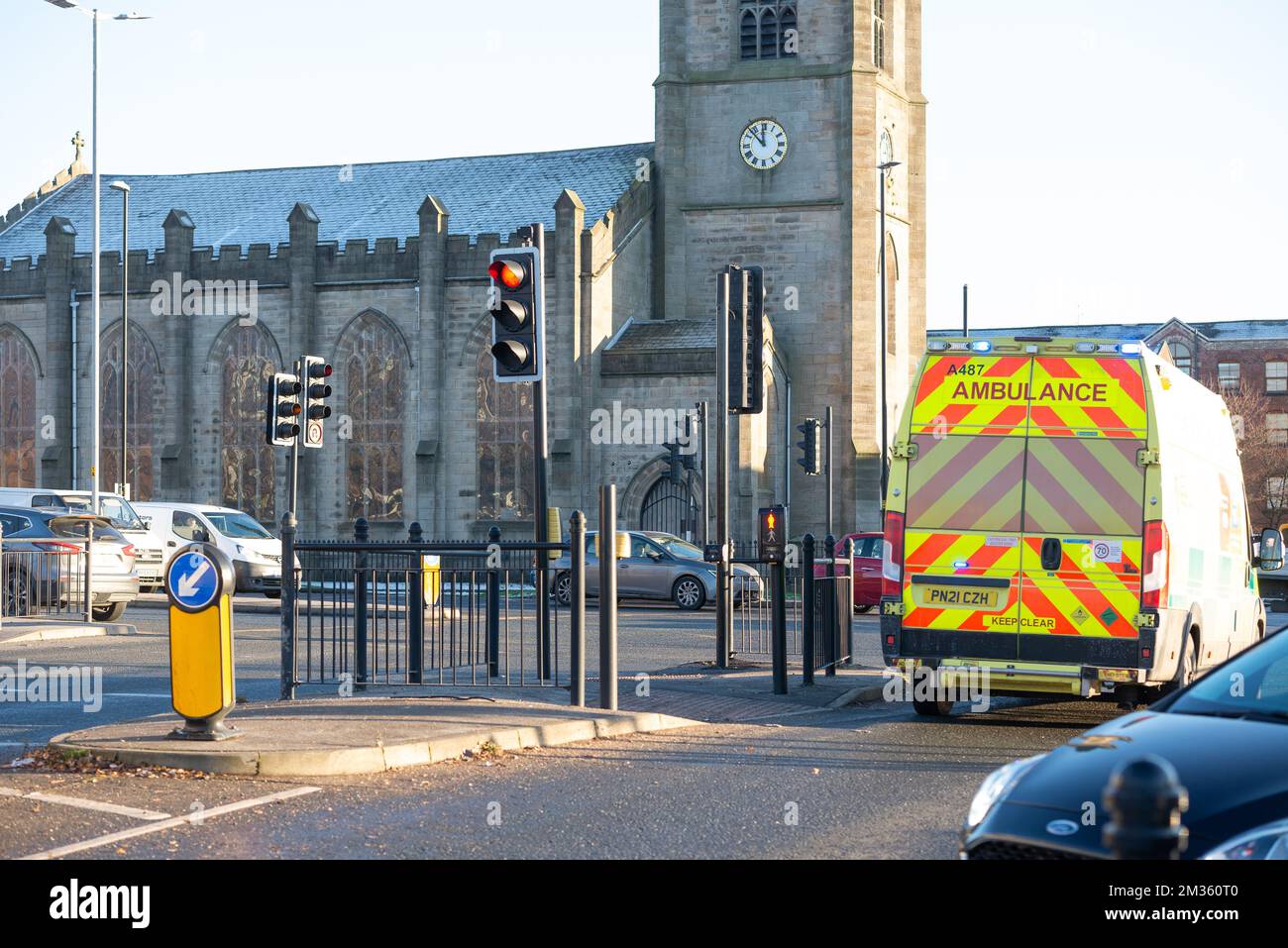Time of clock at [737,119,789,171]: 11:52
